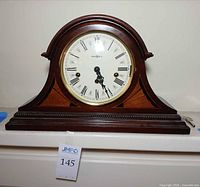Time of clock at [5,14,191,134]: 5:26
